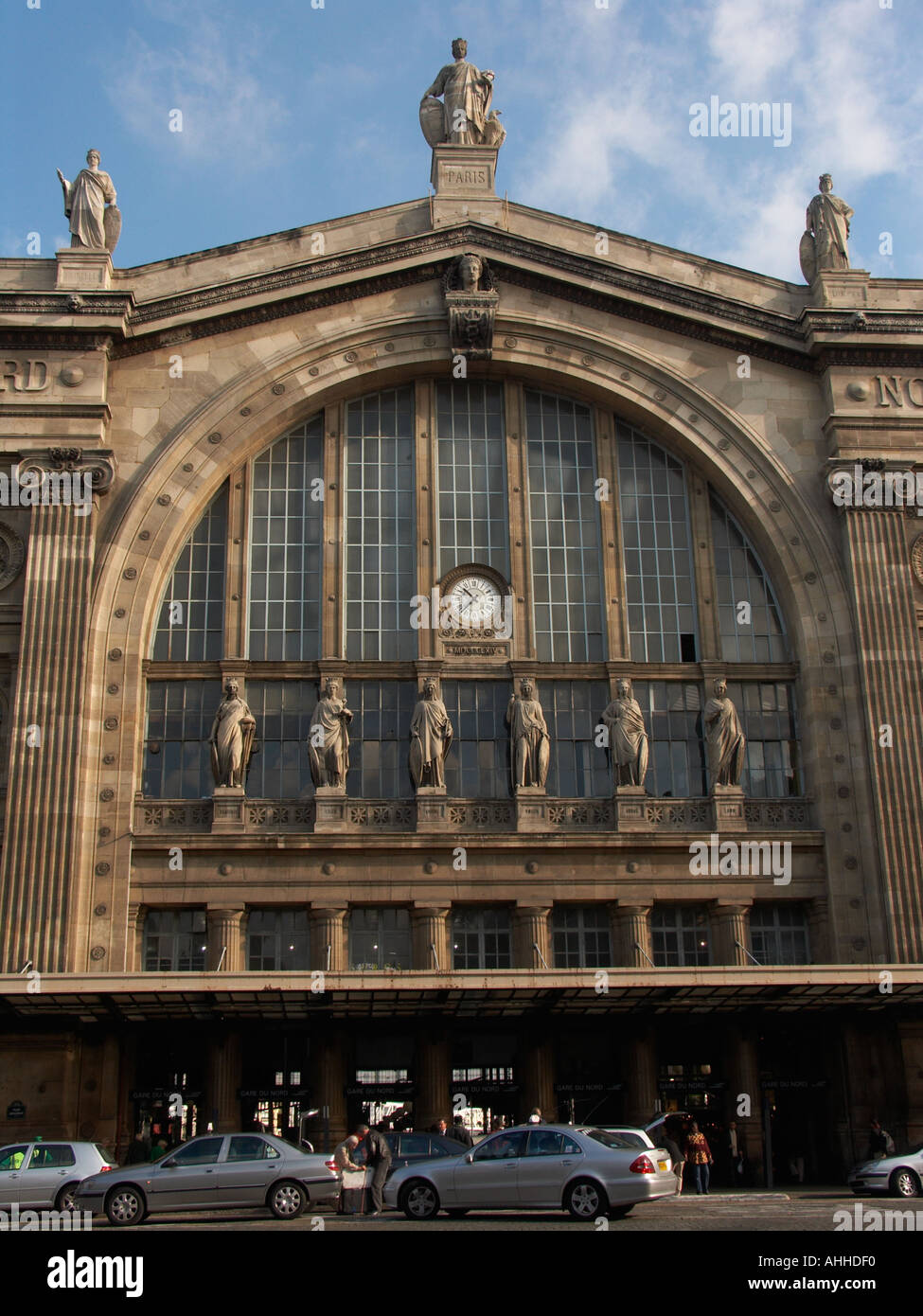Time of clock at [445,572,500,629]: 10:37
